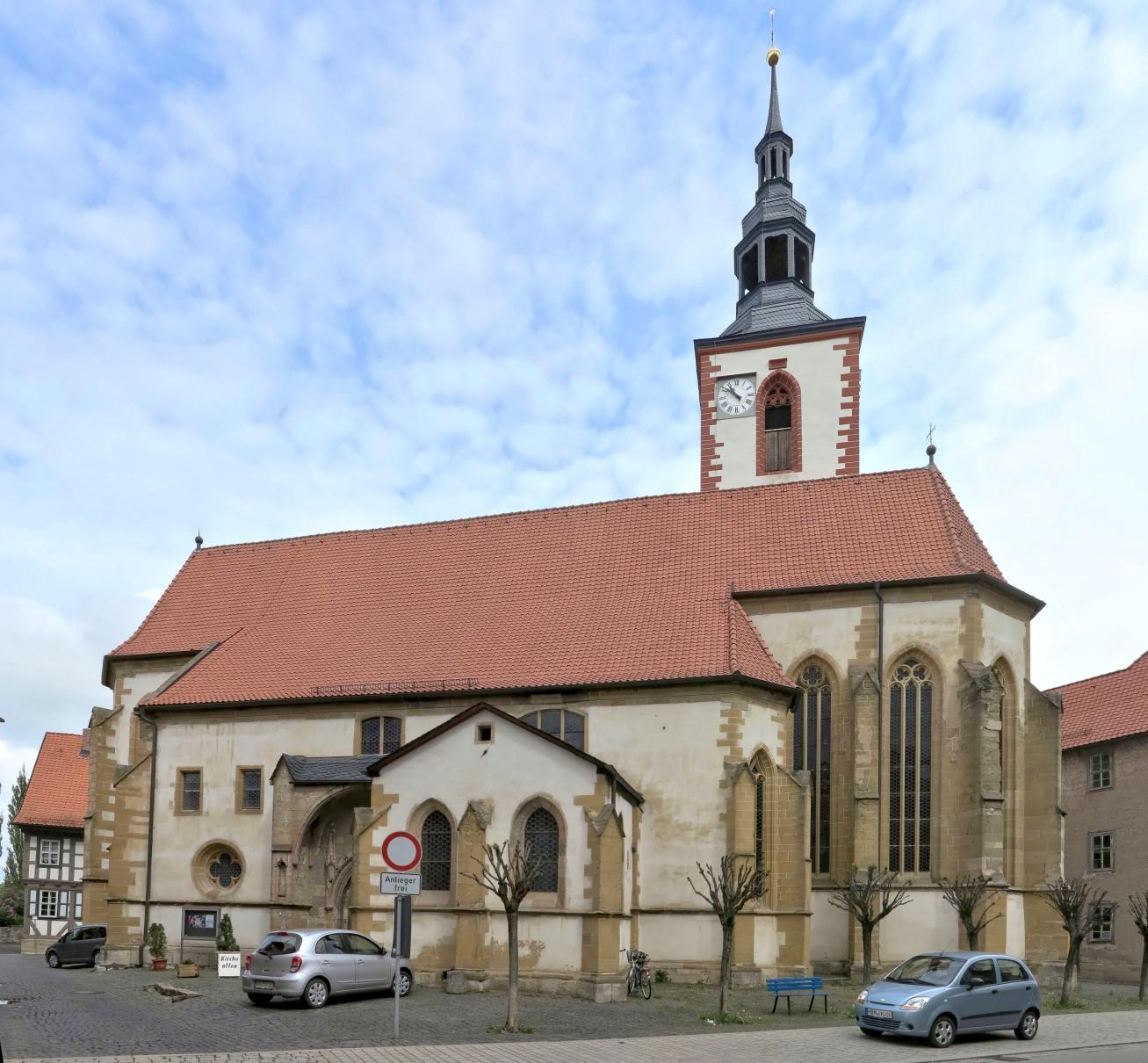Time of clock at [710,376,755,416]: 10:51
